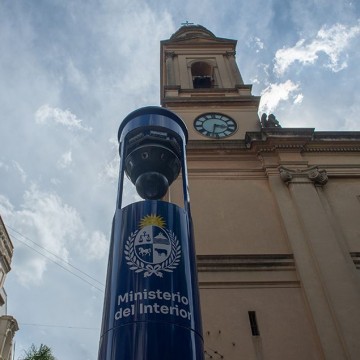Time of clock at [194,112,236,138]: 3:32
